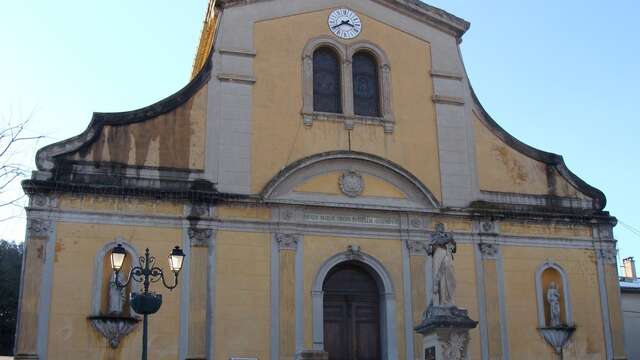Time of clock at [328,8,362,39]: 3:40
